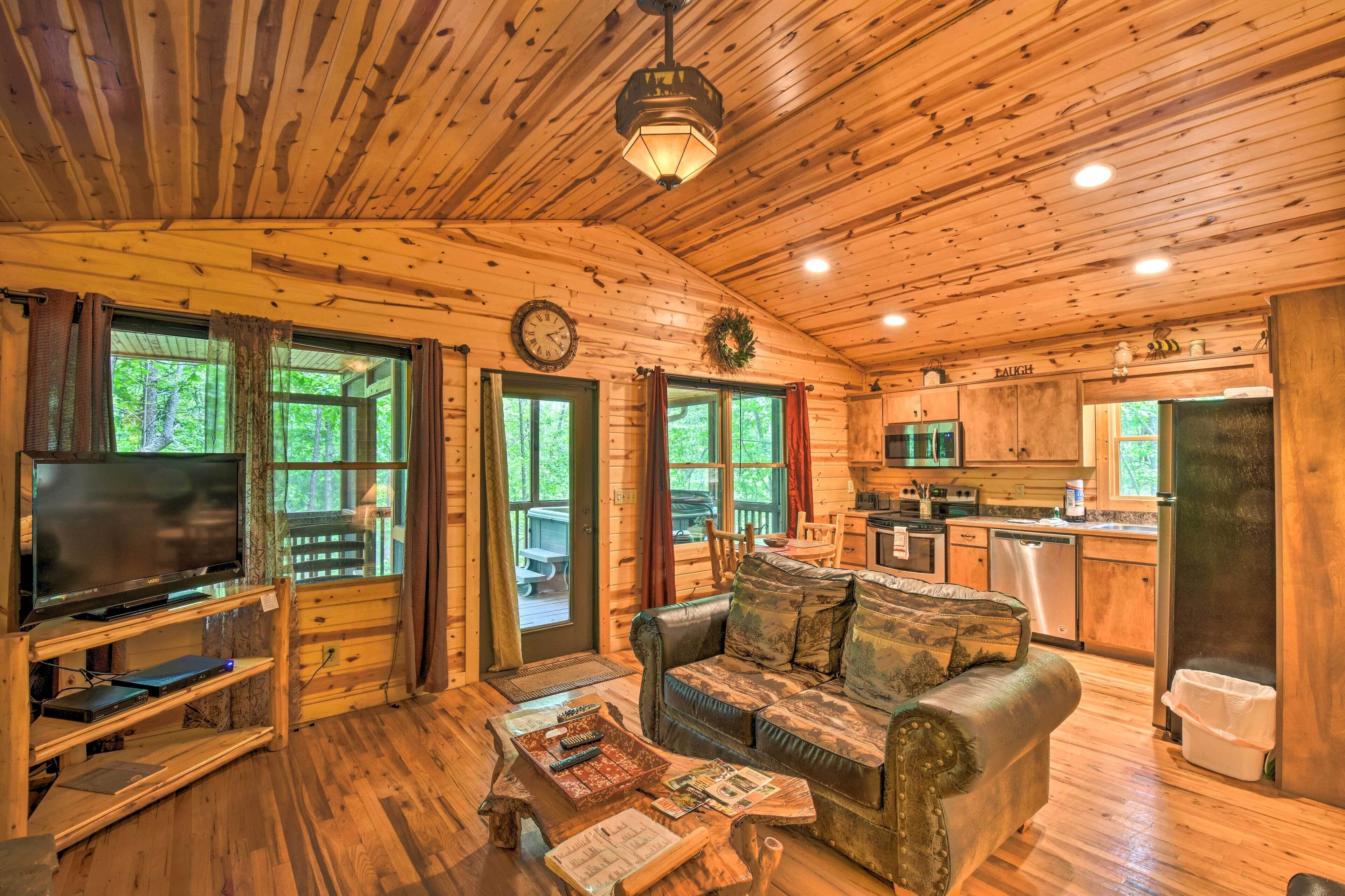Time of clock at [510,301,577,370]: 2:21
